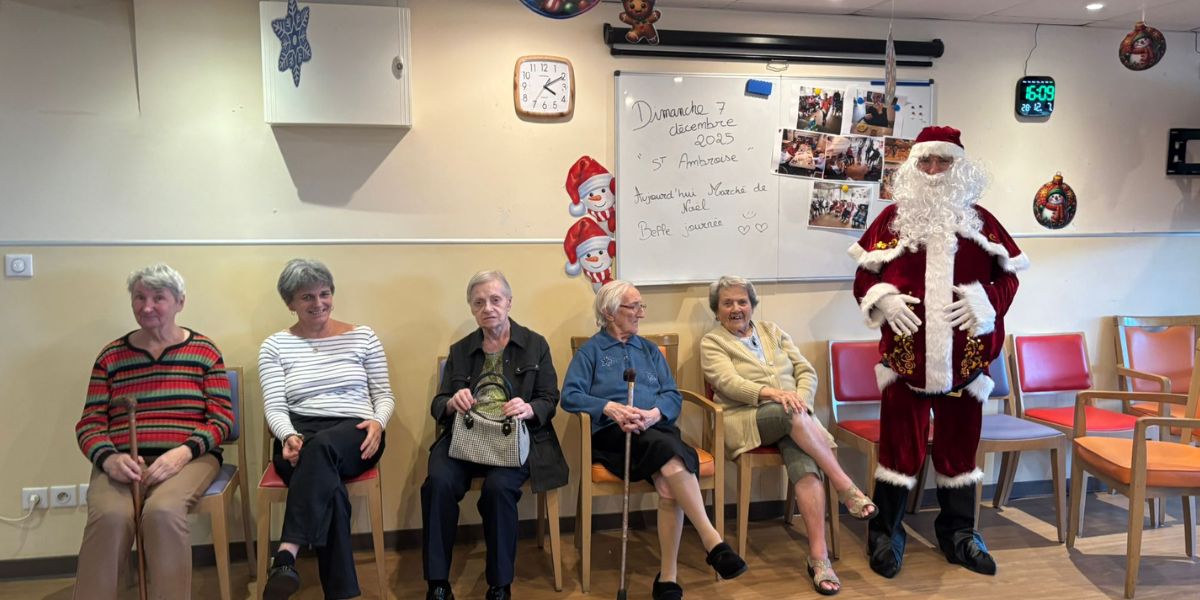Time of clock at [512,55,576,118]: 4:10
